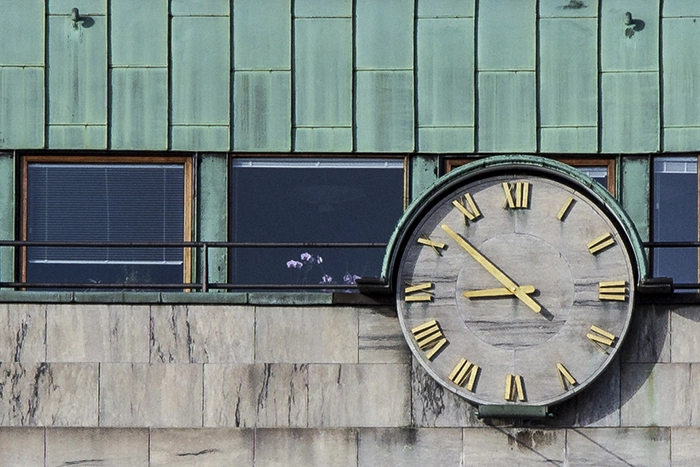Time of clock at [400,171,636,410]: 8:52
